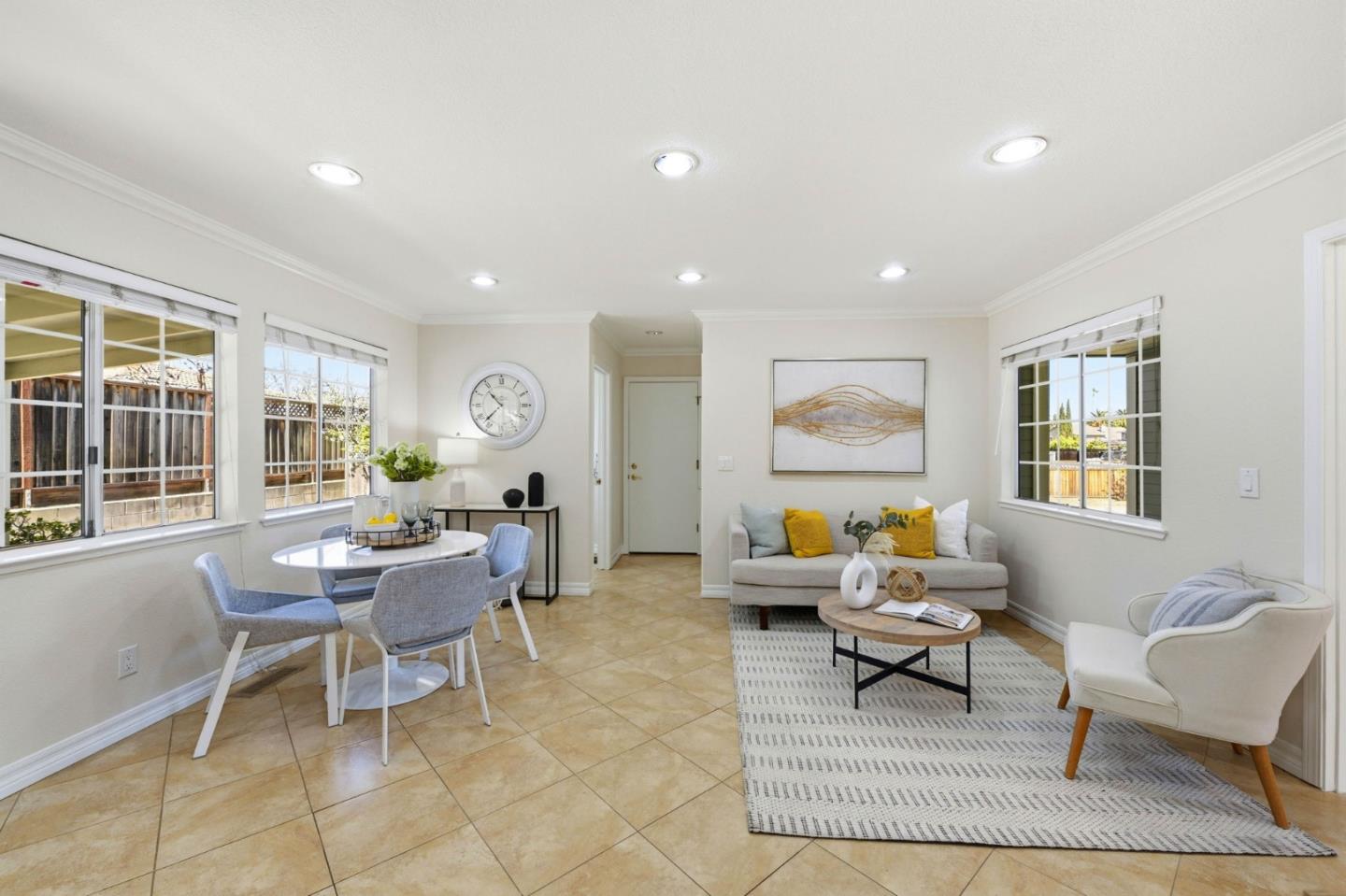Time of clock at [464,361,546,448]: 10:37
